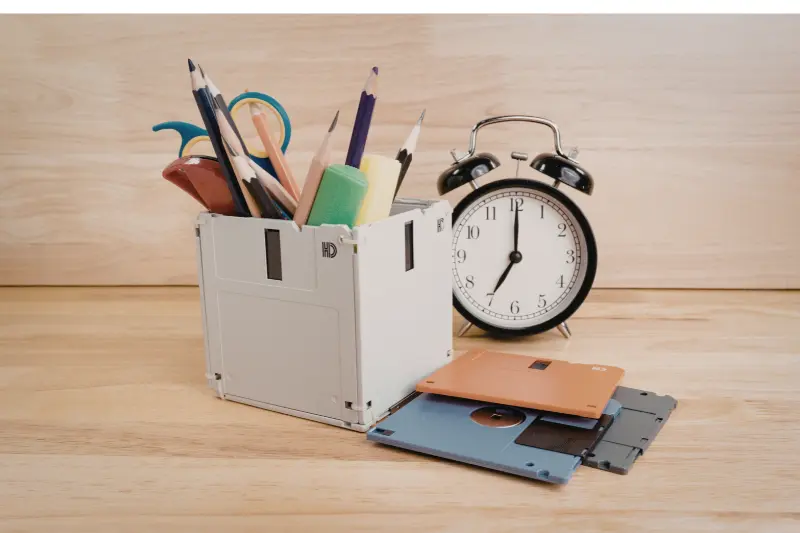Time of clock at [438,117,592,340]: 7:00
